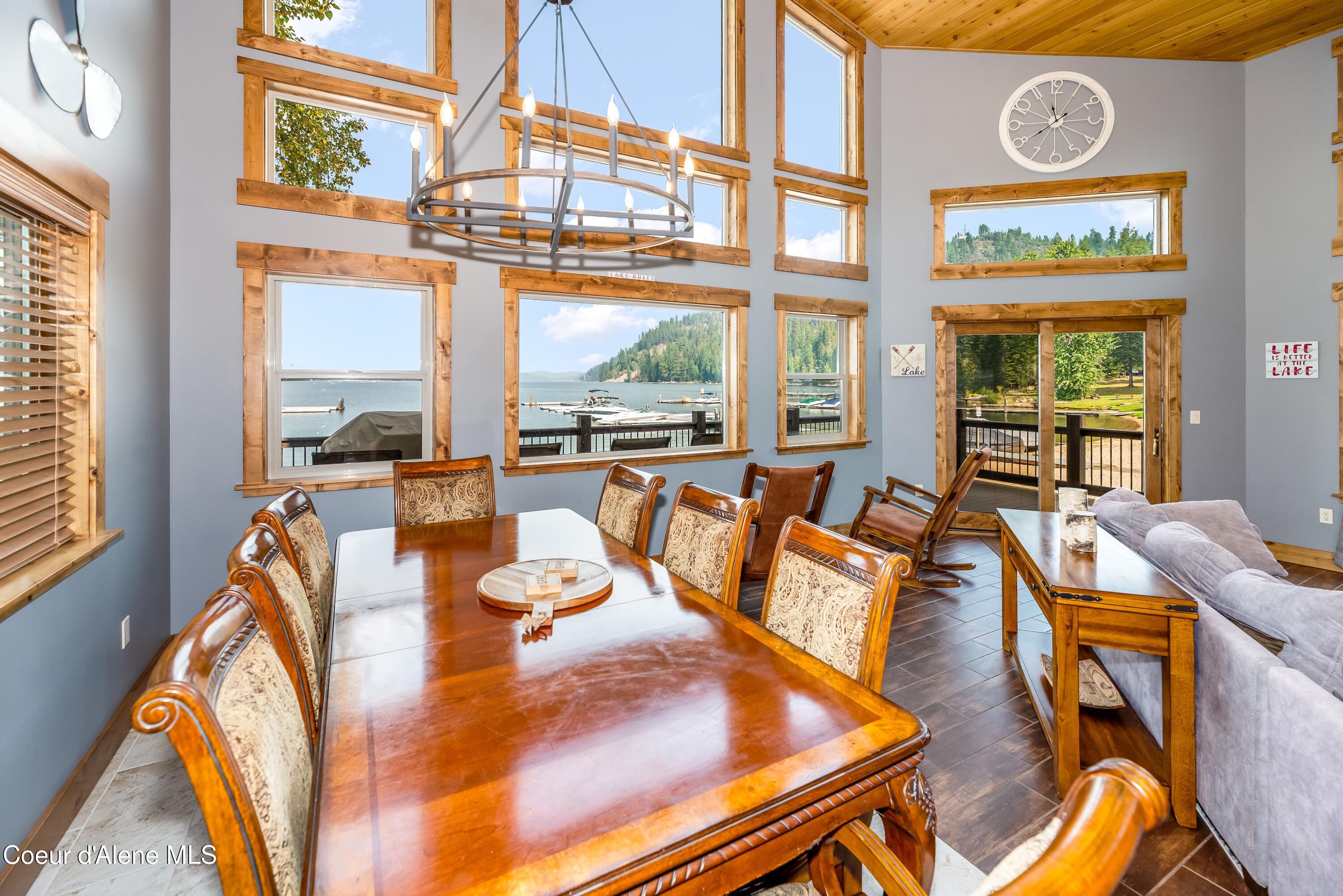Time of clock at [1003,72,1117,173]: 11:39
